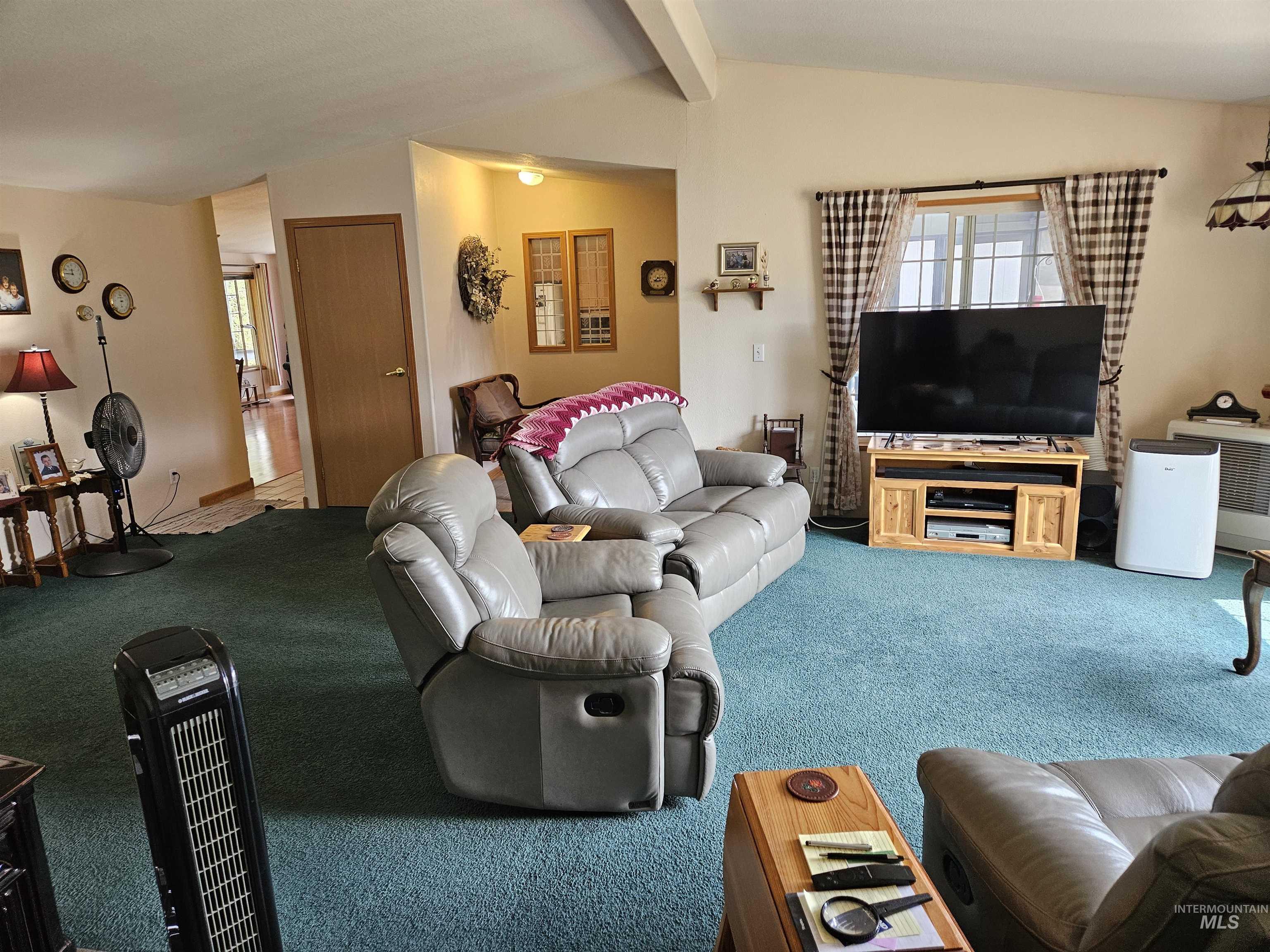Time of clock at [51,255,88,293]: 11:45
